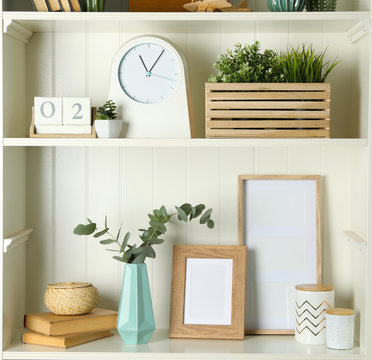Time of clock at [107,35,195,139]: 11:05
